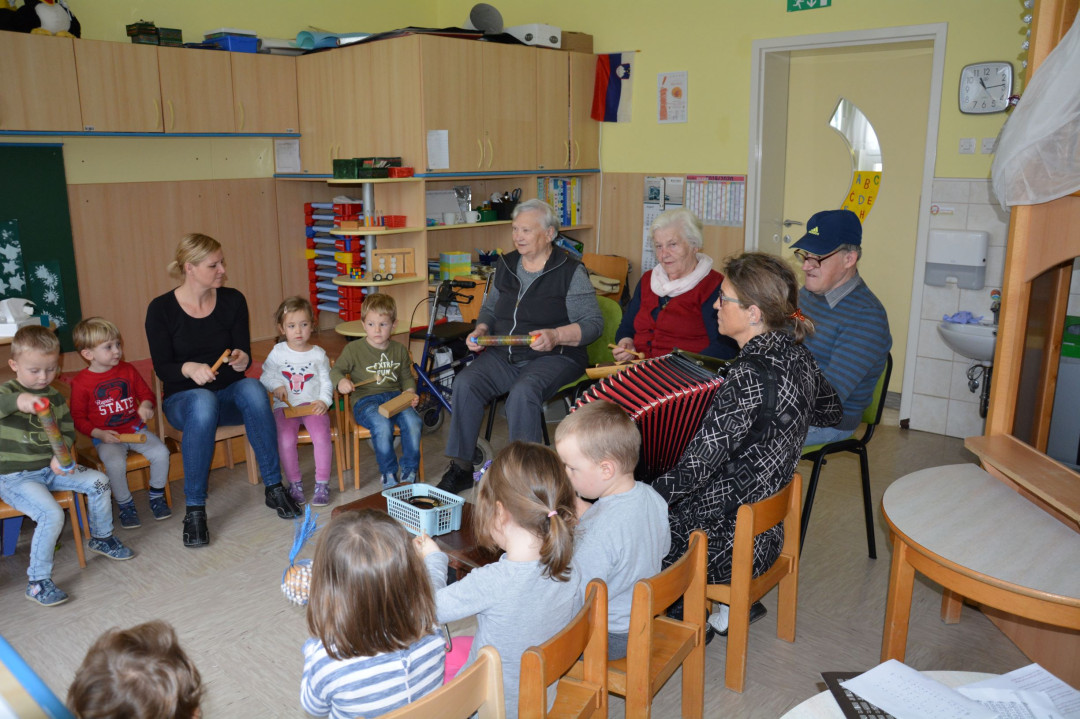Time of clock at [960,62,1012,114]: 11:13
